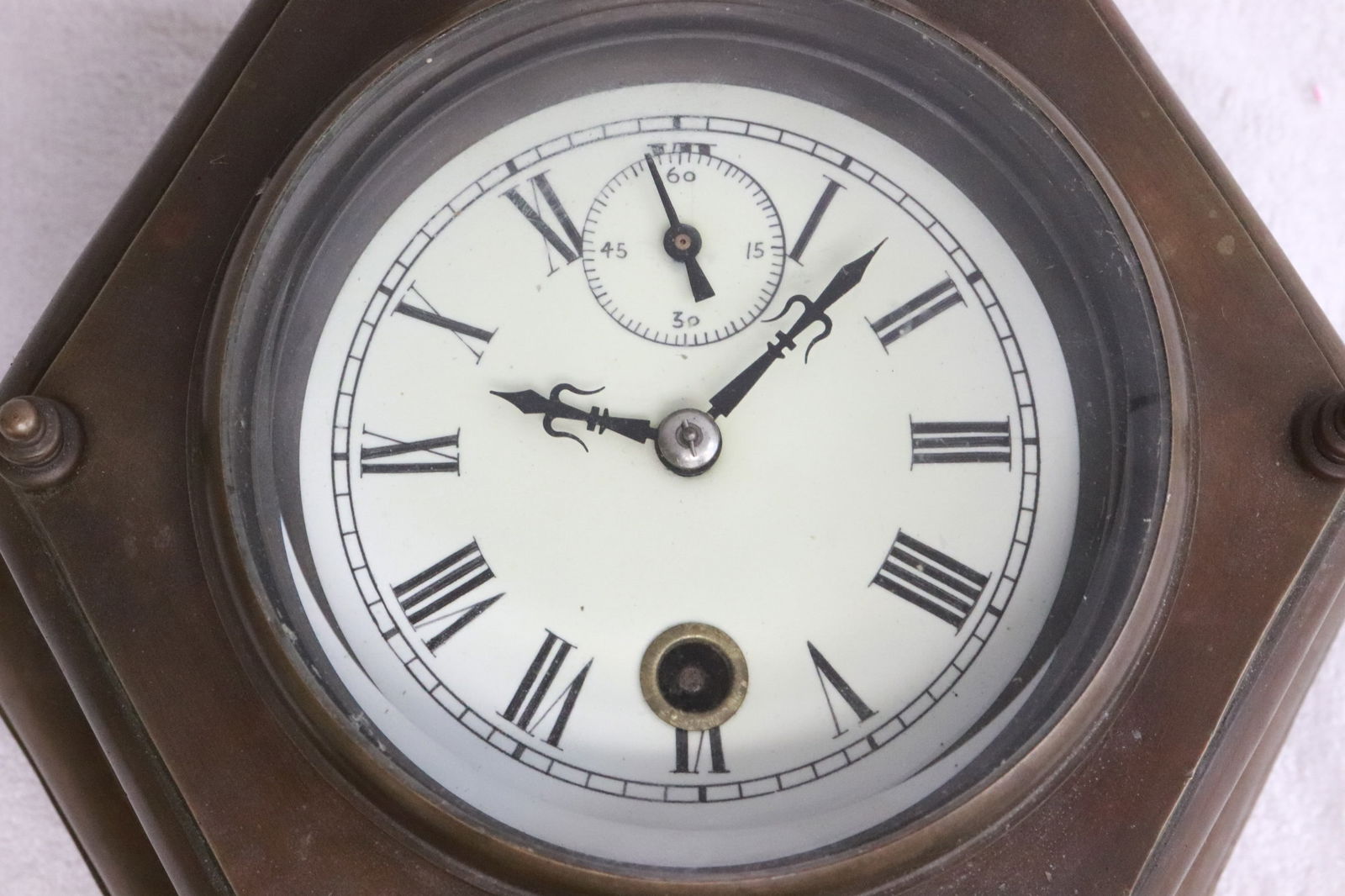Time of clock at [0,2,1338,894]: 9:07
